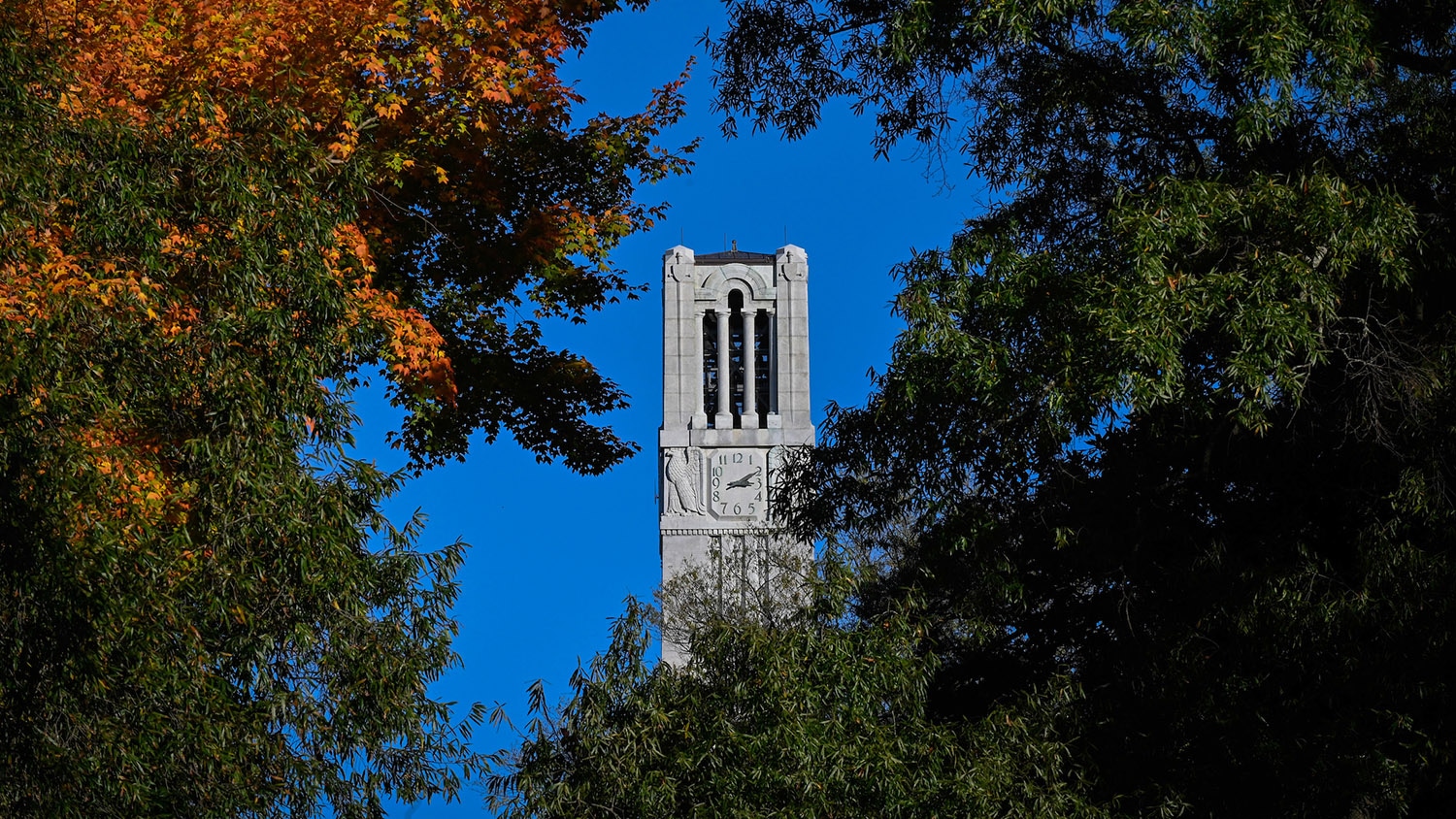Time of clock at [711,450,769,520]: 3:10
